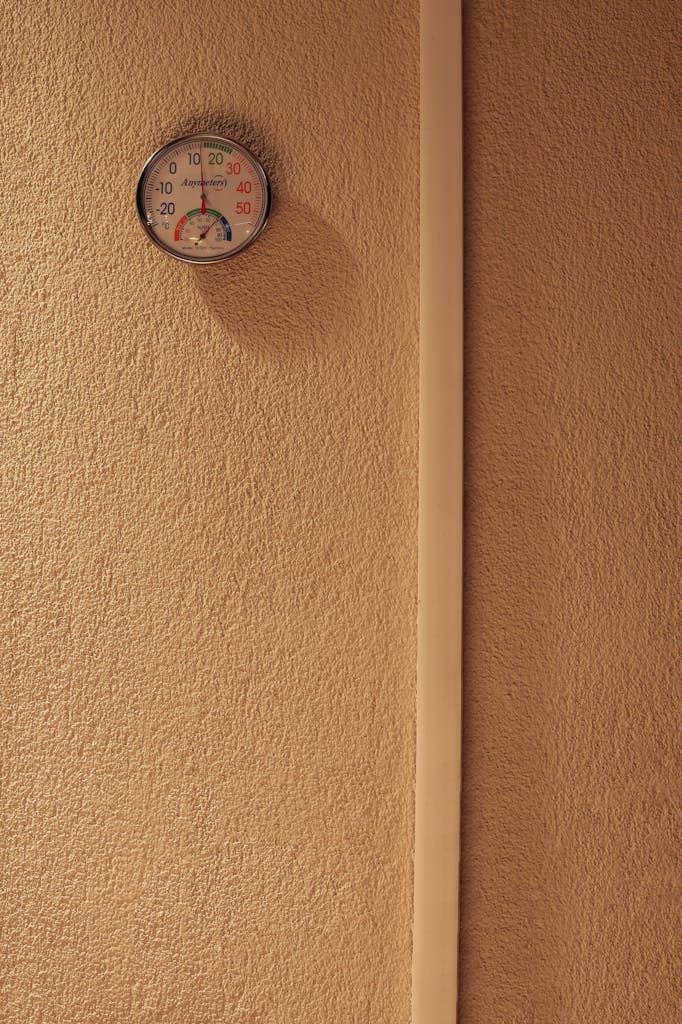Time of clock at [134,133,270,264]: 3:58
